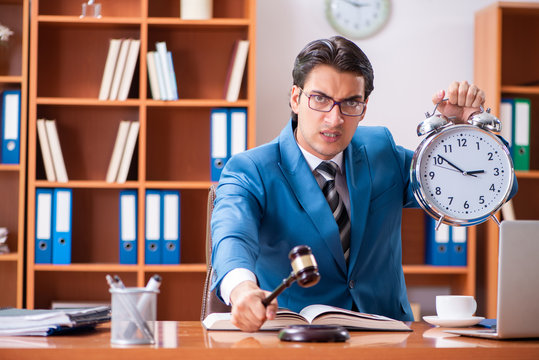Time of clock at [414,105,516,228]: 2:51
